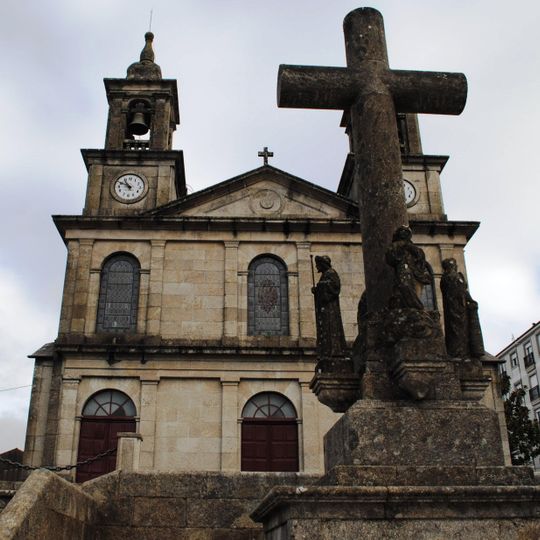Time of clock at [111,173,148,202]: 10:49
